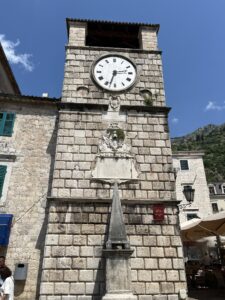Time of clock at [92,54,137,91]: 2:32
